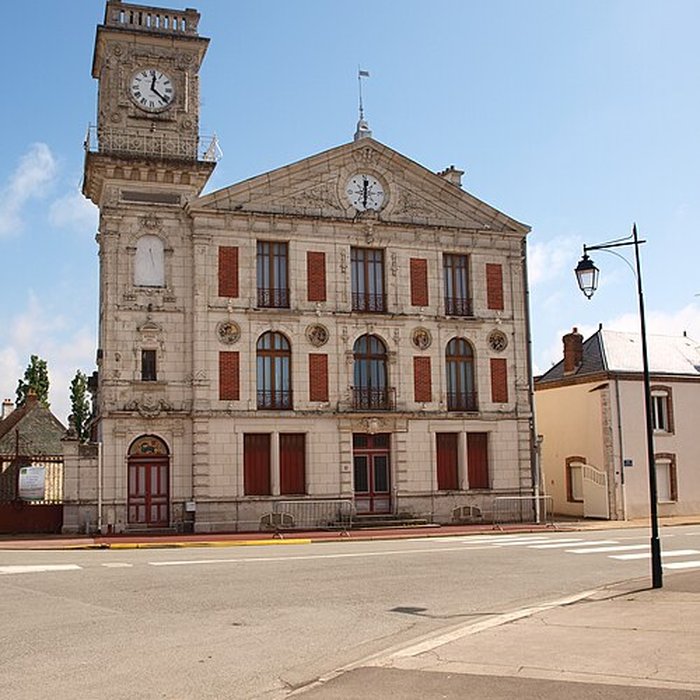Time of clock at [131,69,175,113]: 12:21
